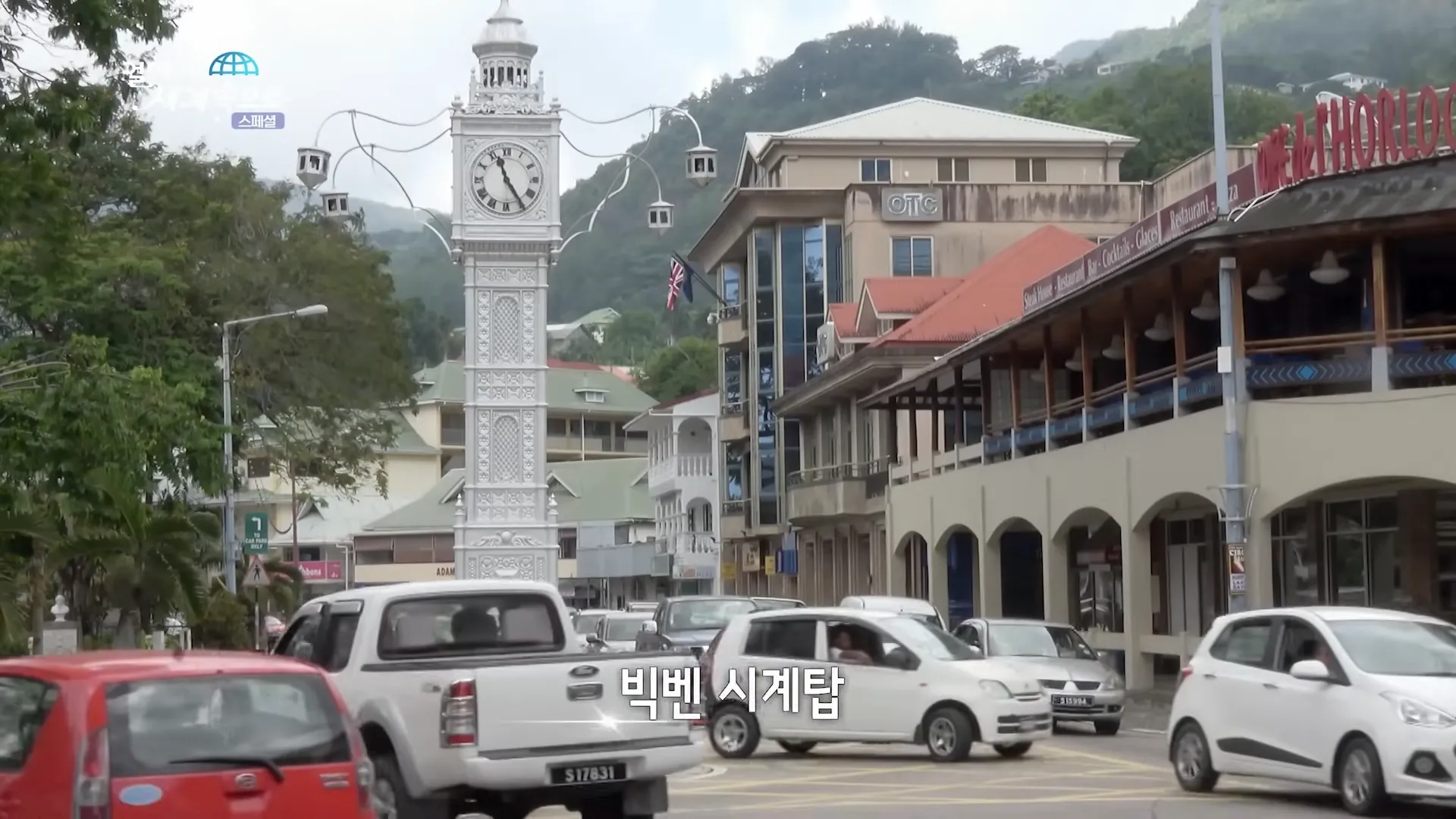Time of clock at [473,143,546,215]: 11:24
